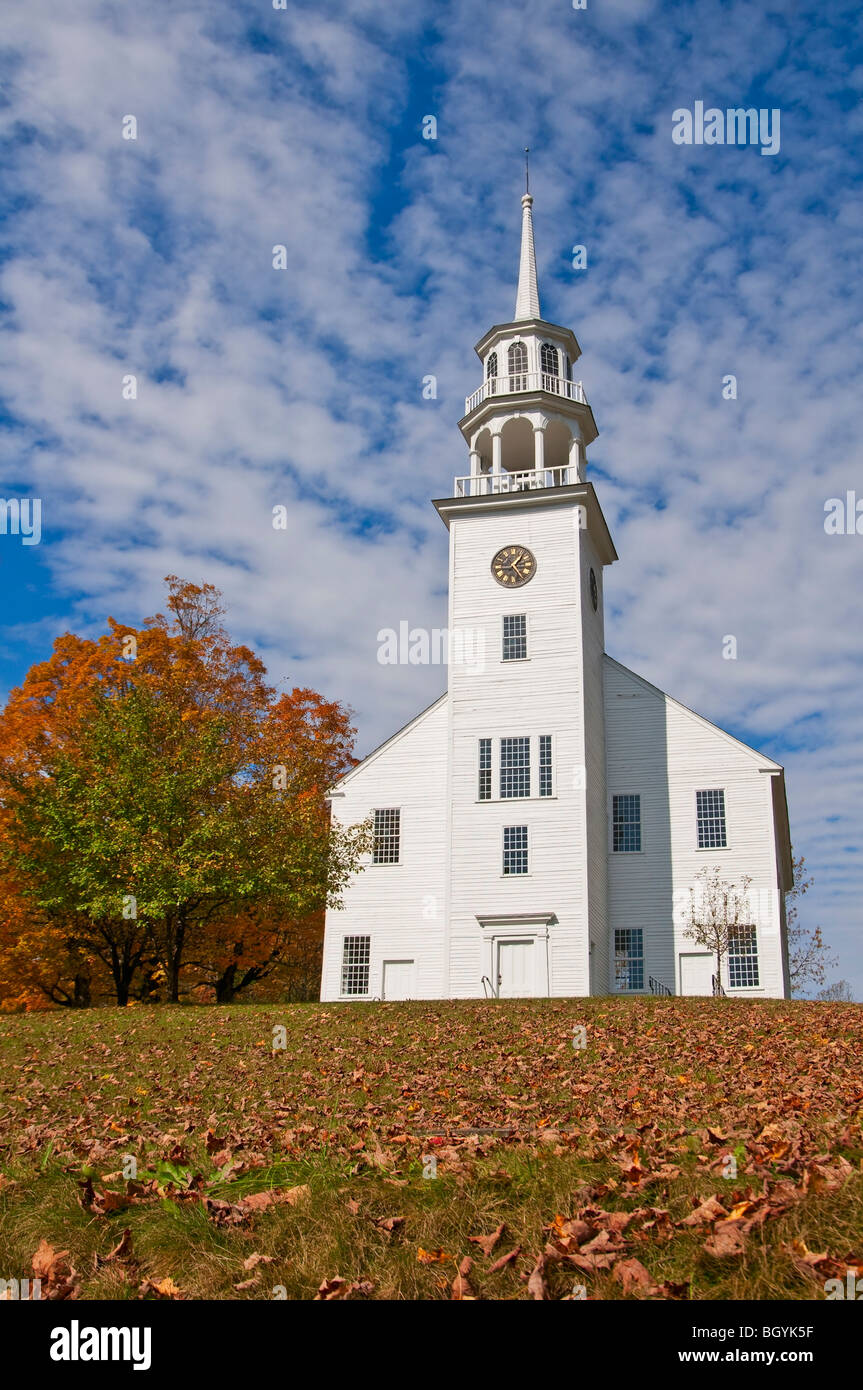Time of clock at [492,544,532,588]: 1:24
